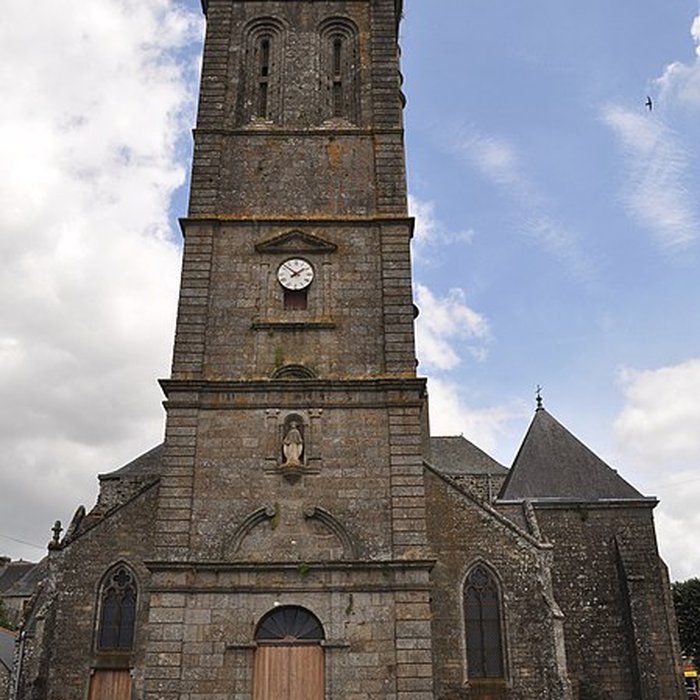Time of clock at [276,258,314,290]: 1:51
